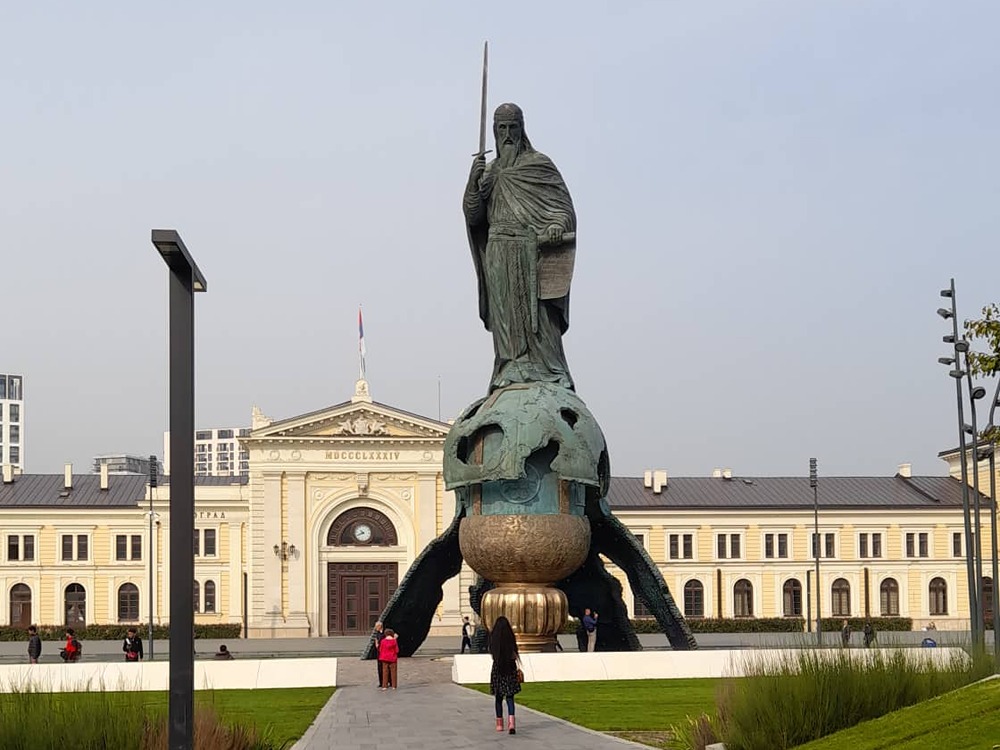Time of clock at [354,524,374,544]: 10:41
